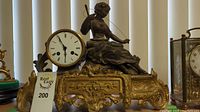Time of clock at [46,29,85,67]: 5:54
